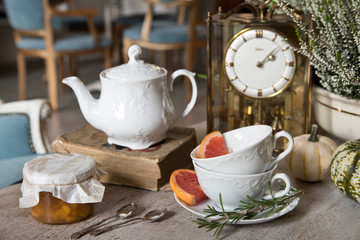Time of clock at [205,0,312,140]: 2:08
